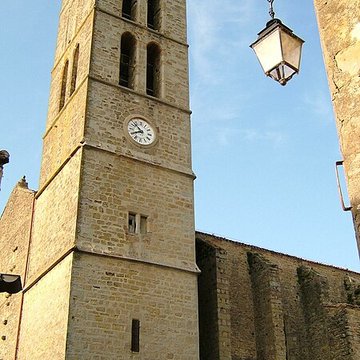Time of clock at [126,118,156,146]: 7:52
